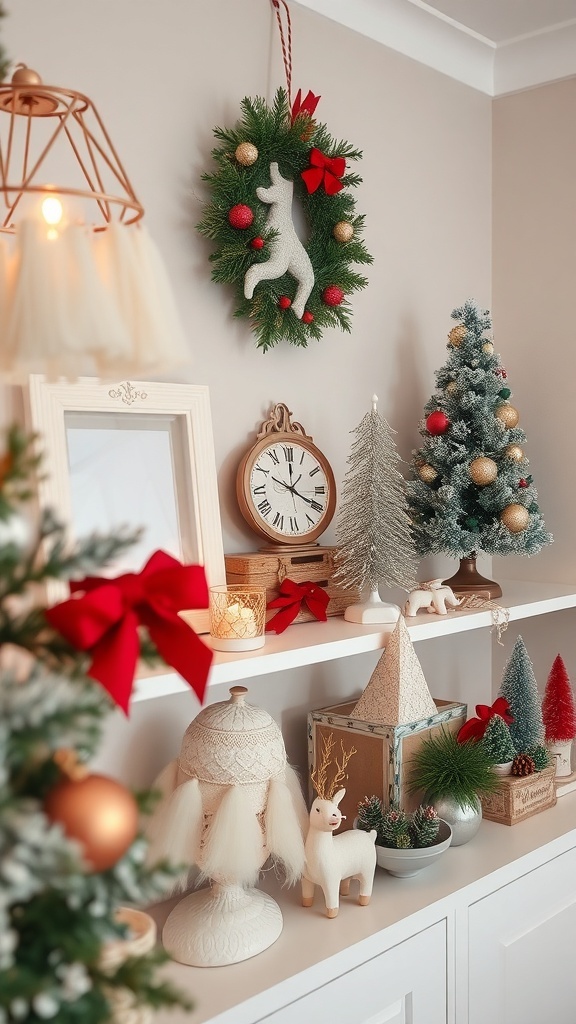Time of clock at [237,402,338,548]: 12:19
